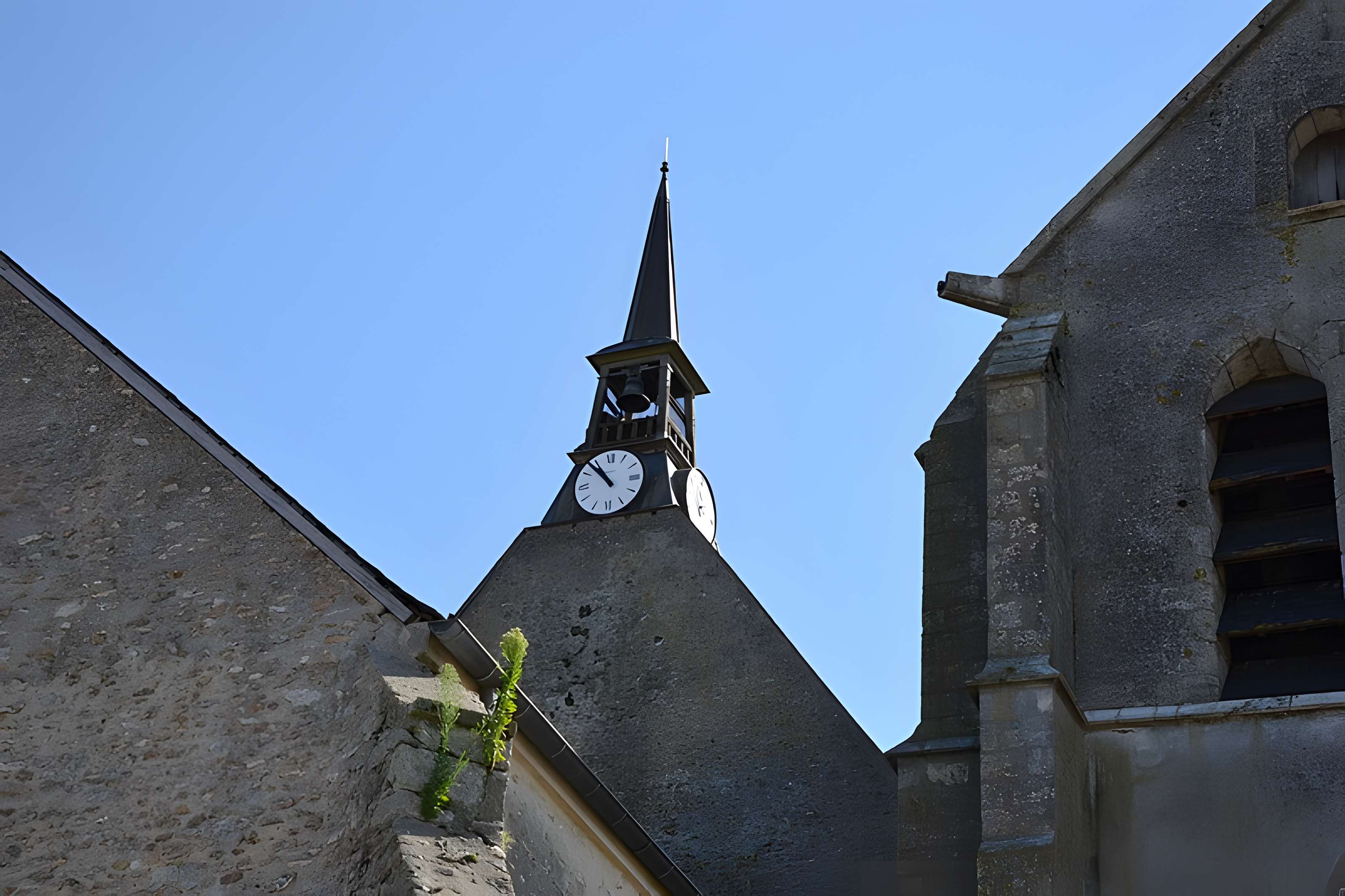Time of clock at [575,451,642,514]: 10:53
